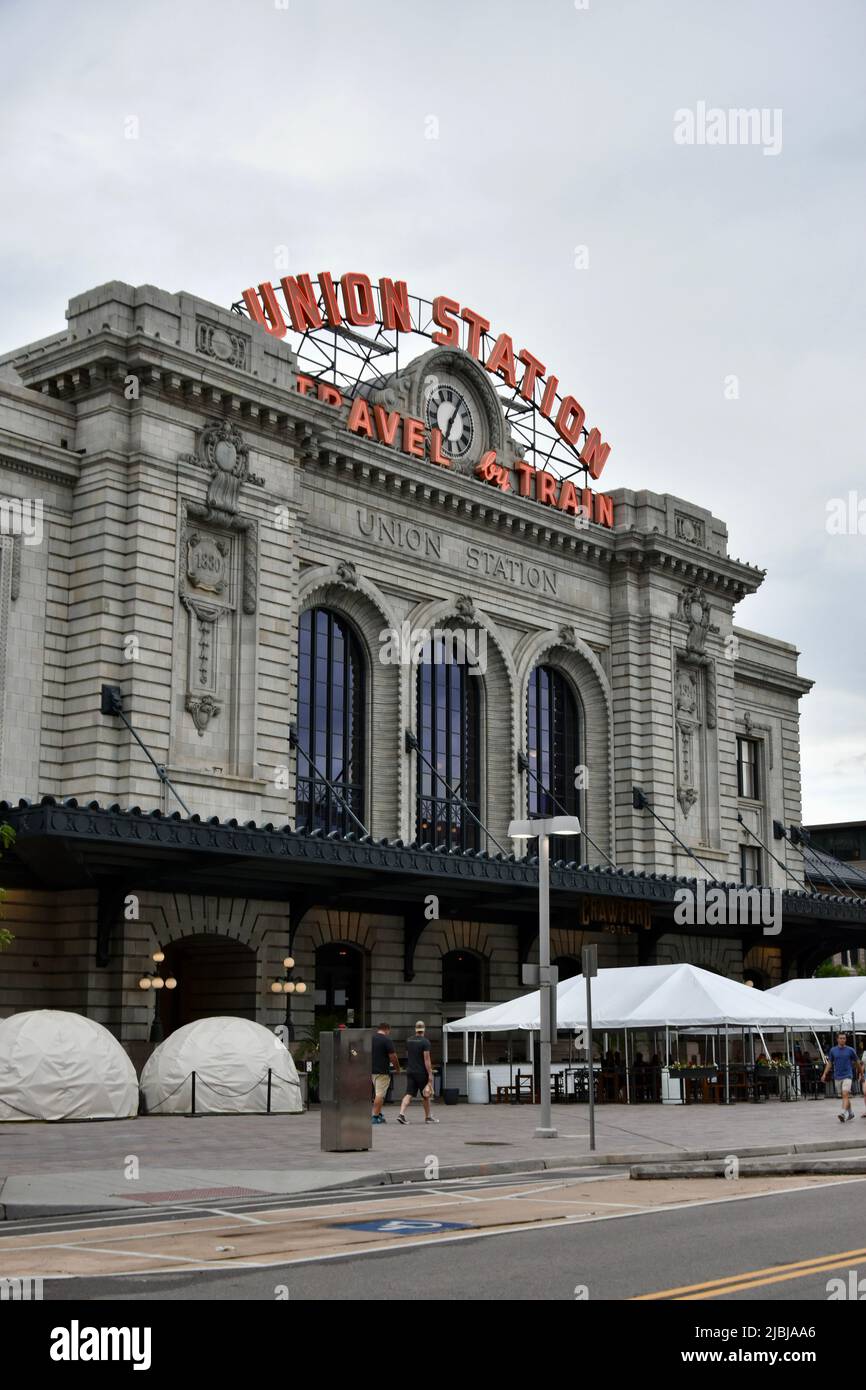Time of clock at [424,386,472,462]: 7:05
